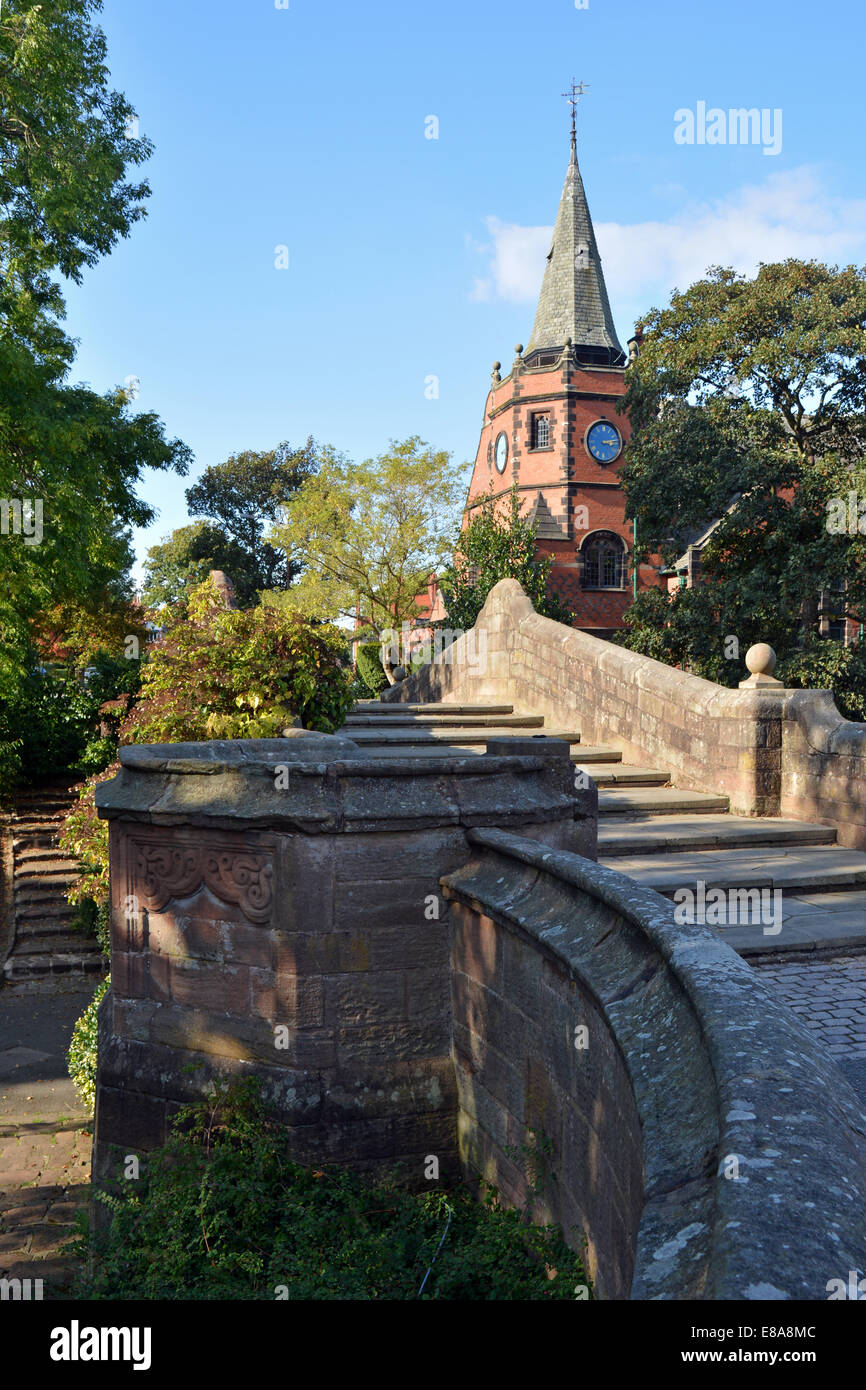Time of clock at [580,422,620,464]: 3:13
